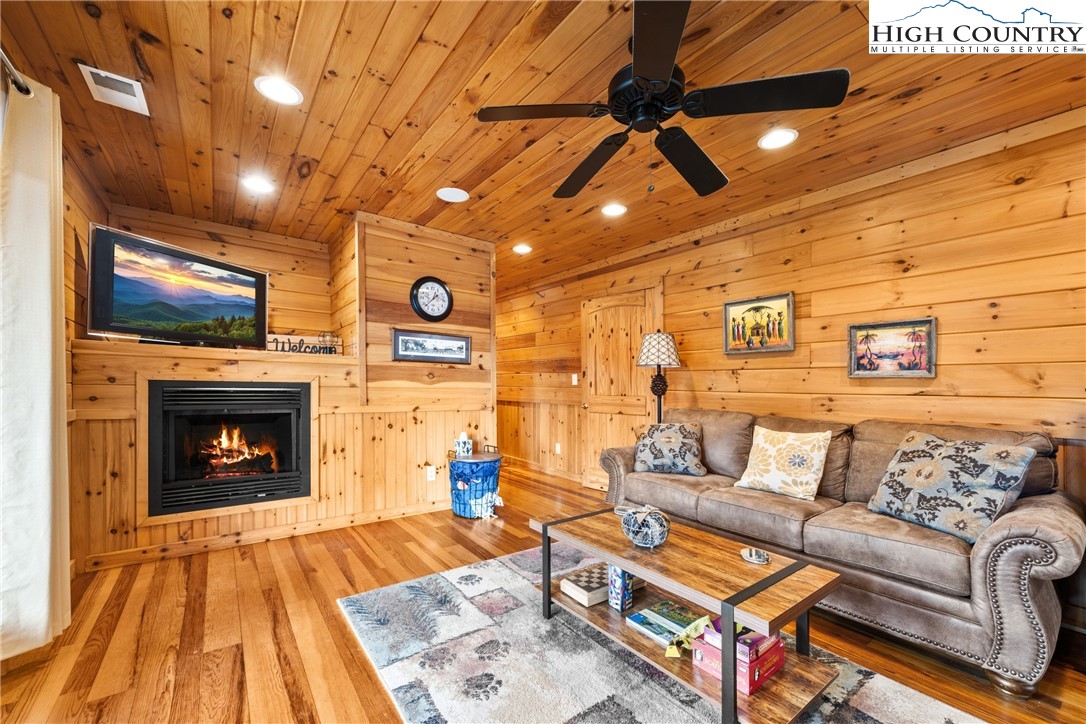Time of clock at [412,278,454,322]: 1:37
